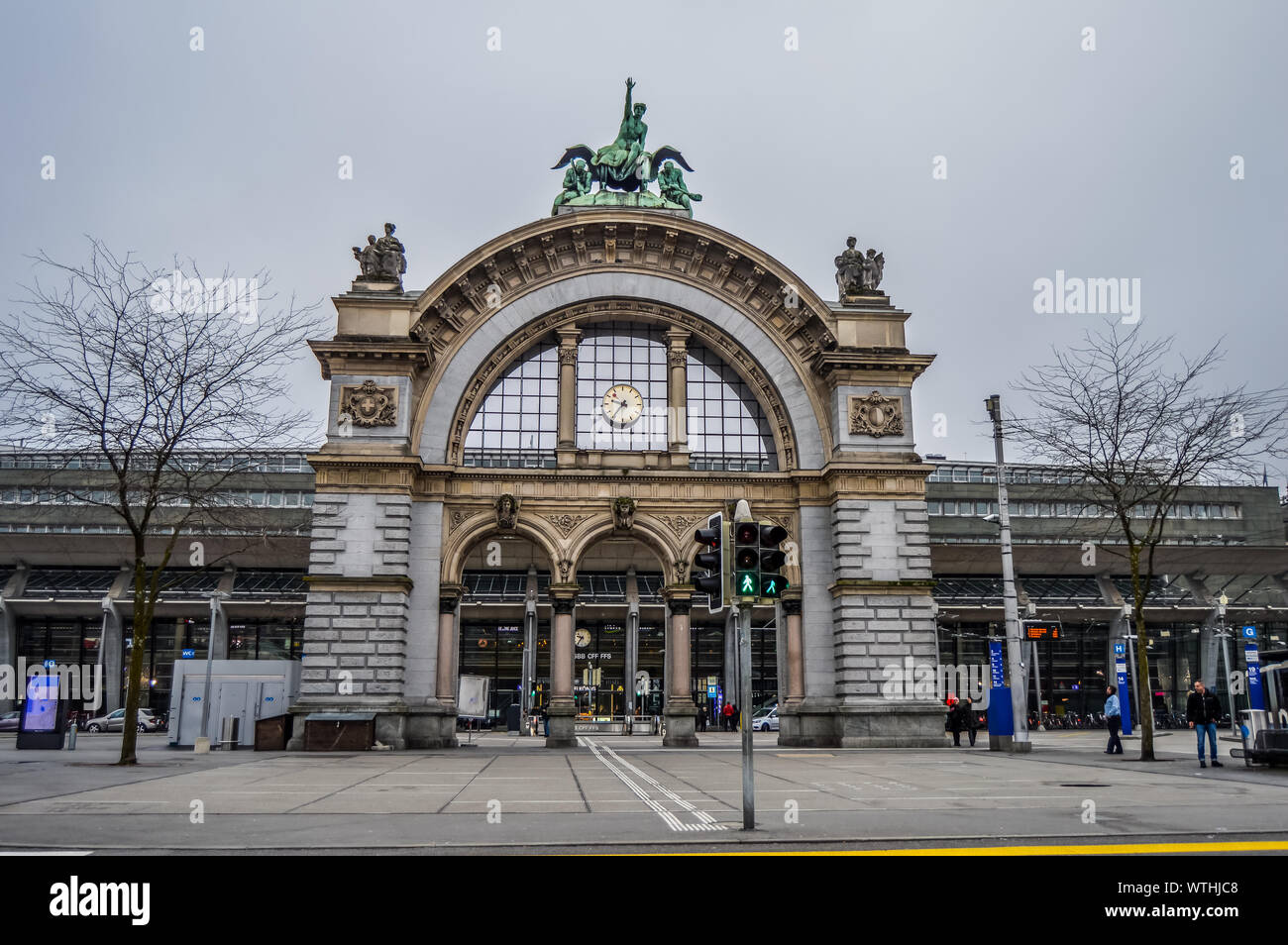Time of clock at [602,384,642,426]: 9:36
